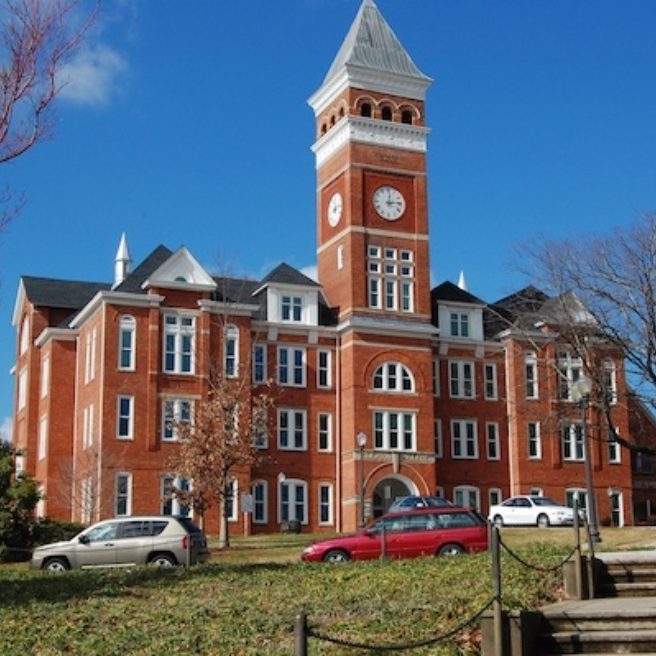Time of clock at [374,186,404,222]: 12:13
